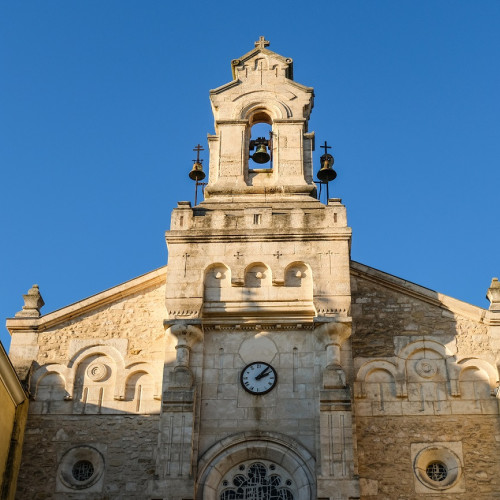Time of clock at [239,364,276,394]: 2:06
